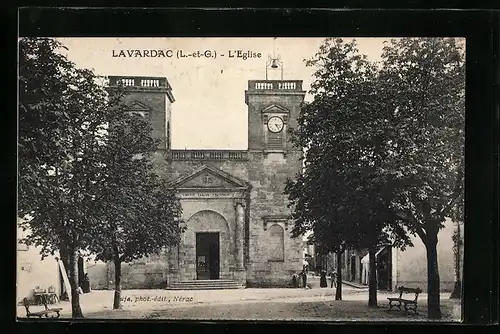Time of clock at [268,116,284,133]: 3:24
